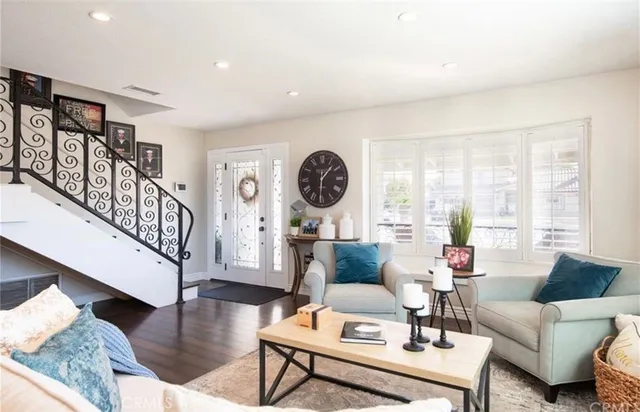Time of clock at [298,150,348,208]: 1:30
